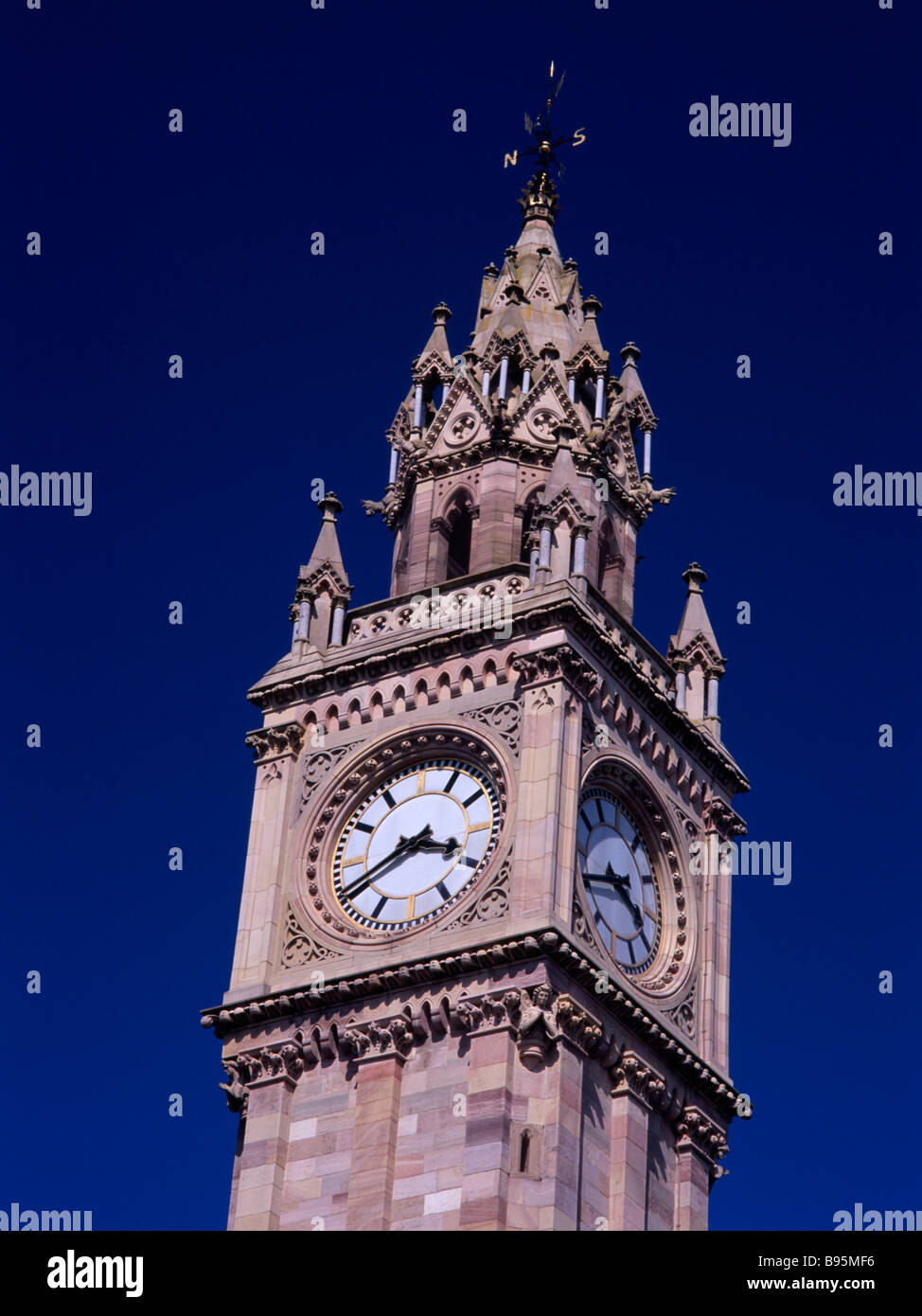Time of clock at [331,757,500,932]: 3:40
